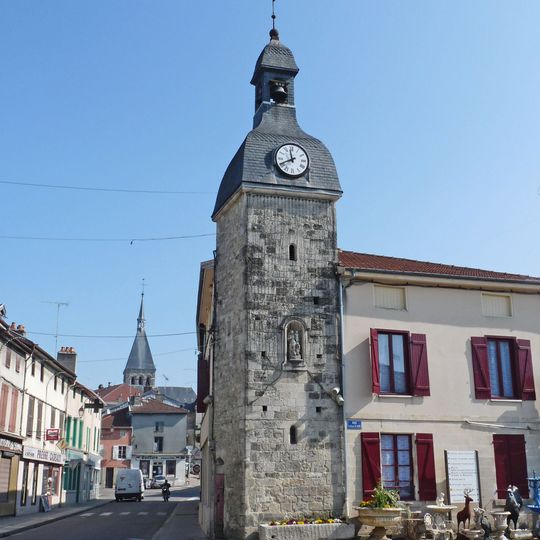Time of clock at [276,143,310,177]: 11:40
